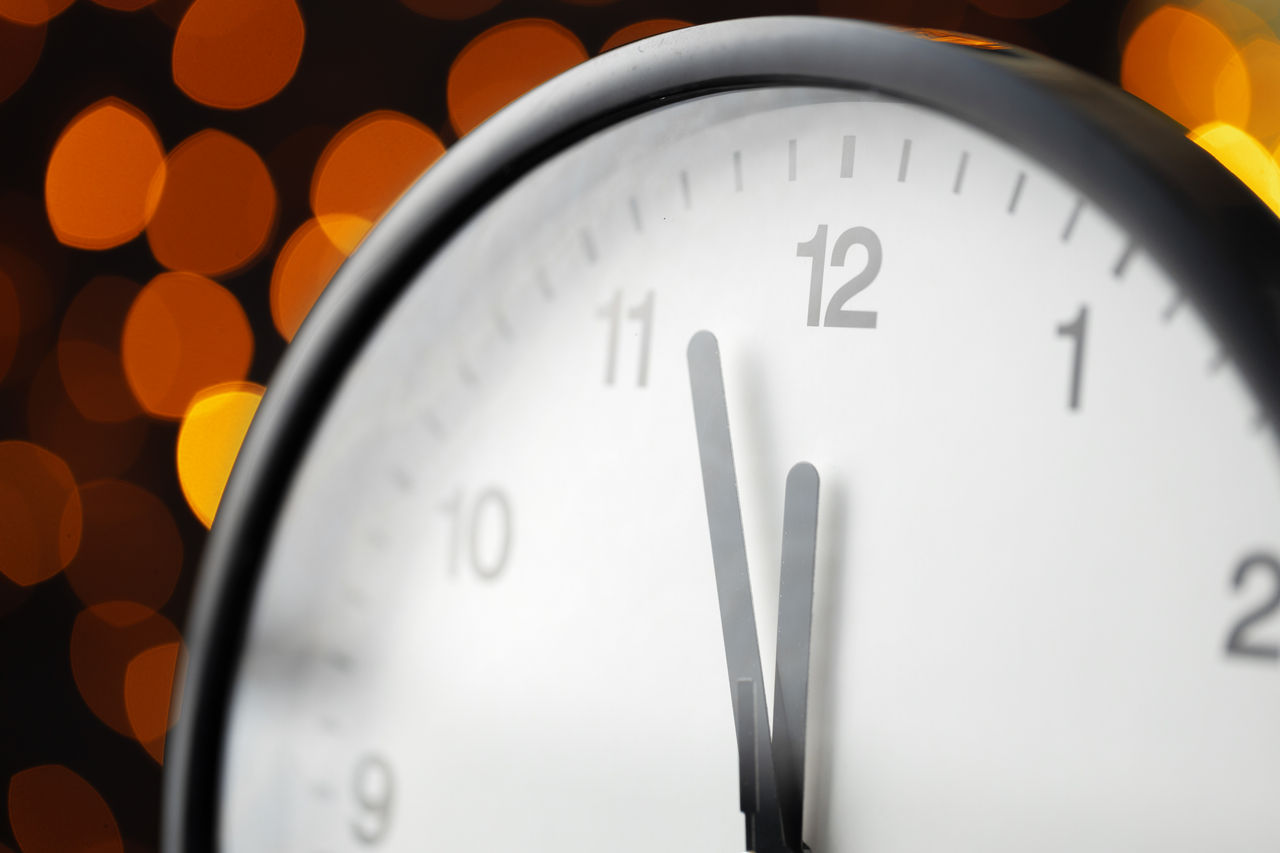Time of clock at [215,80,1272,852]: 11:57
